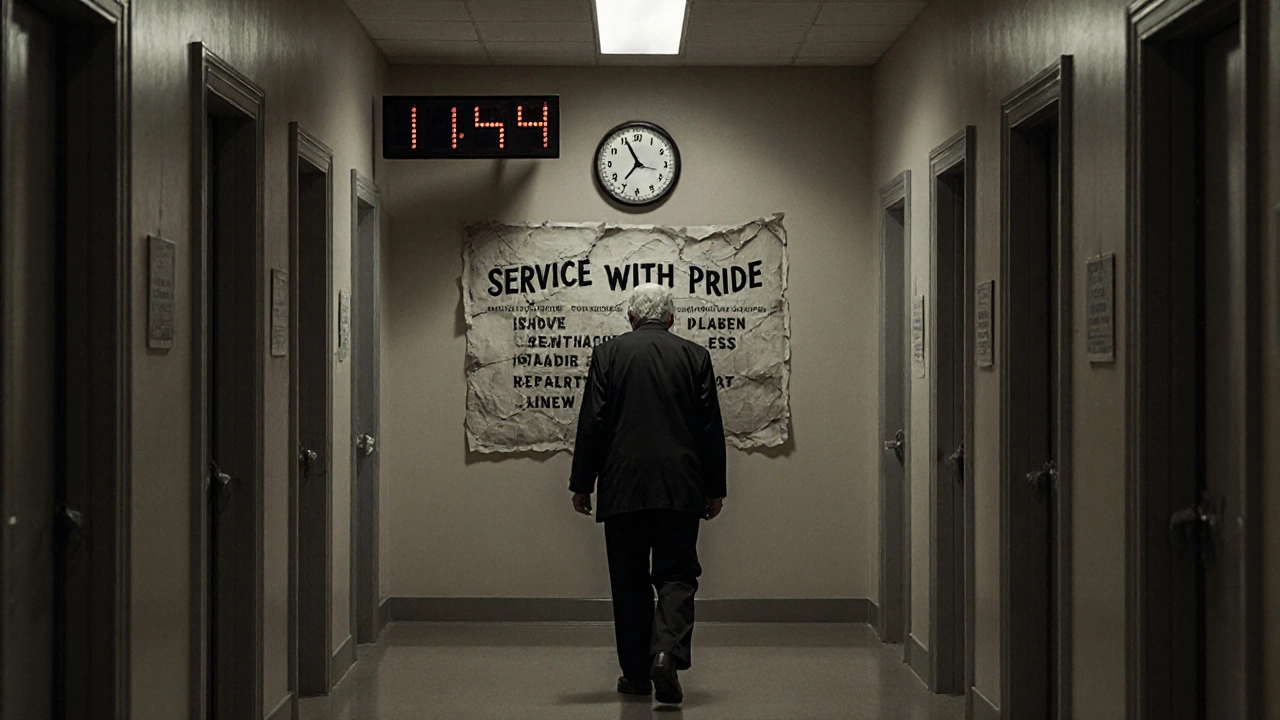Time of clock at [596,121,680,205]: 6:55
